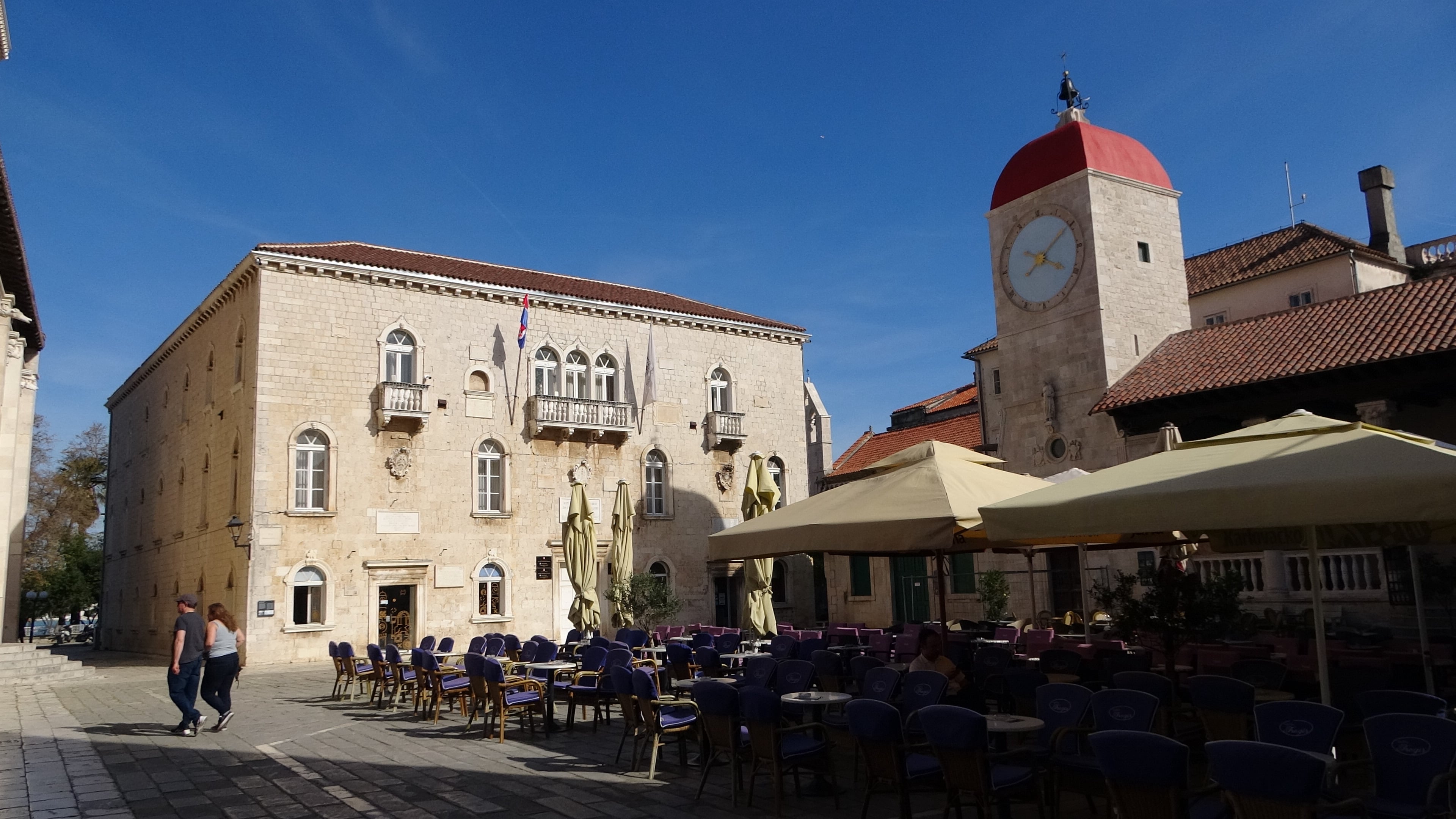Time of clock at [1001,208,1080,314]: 4:09
